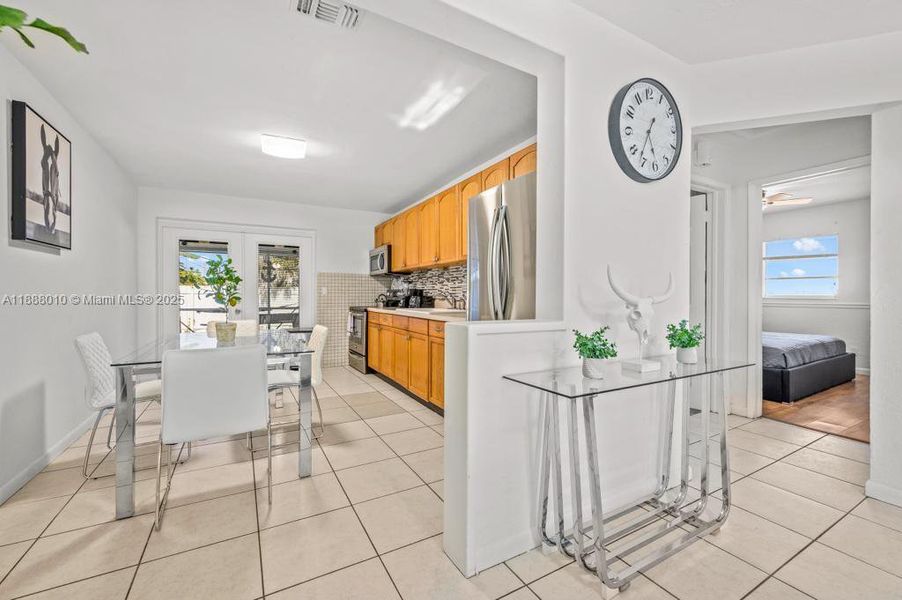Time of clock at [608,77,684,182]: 5:36
